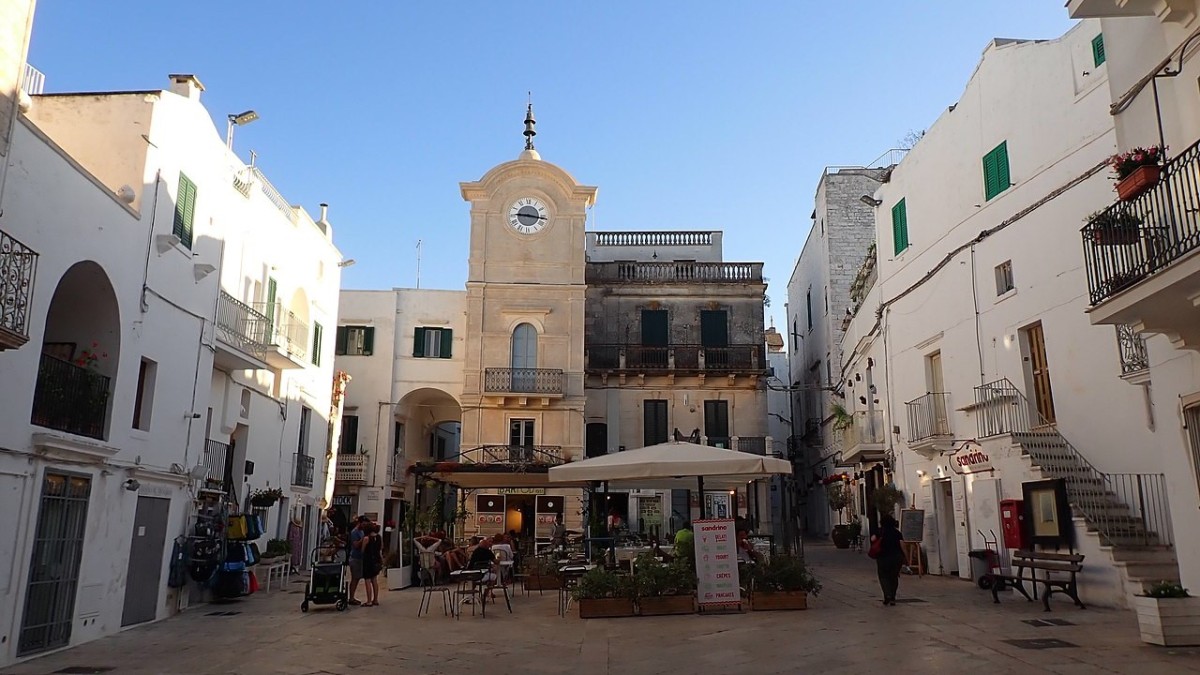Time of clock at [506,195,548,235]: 9:16
